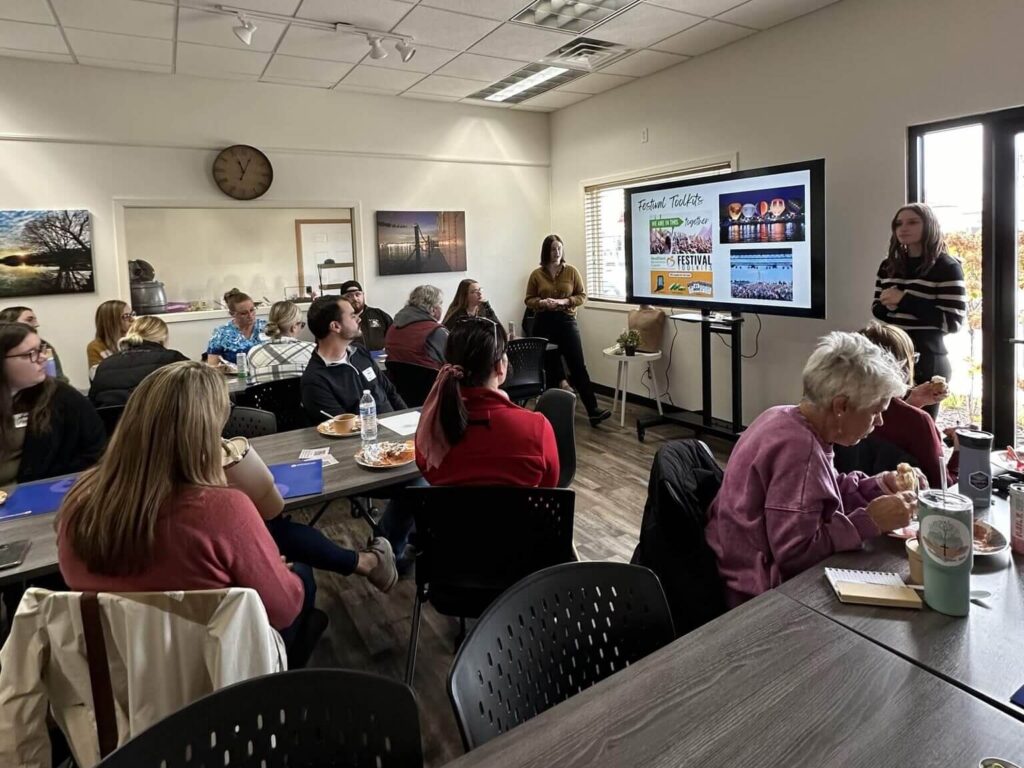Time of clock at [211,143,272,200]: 11:03
